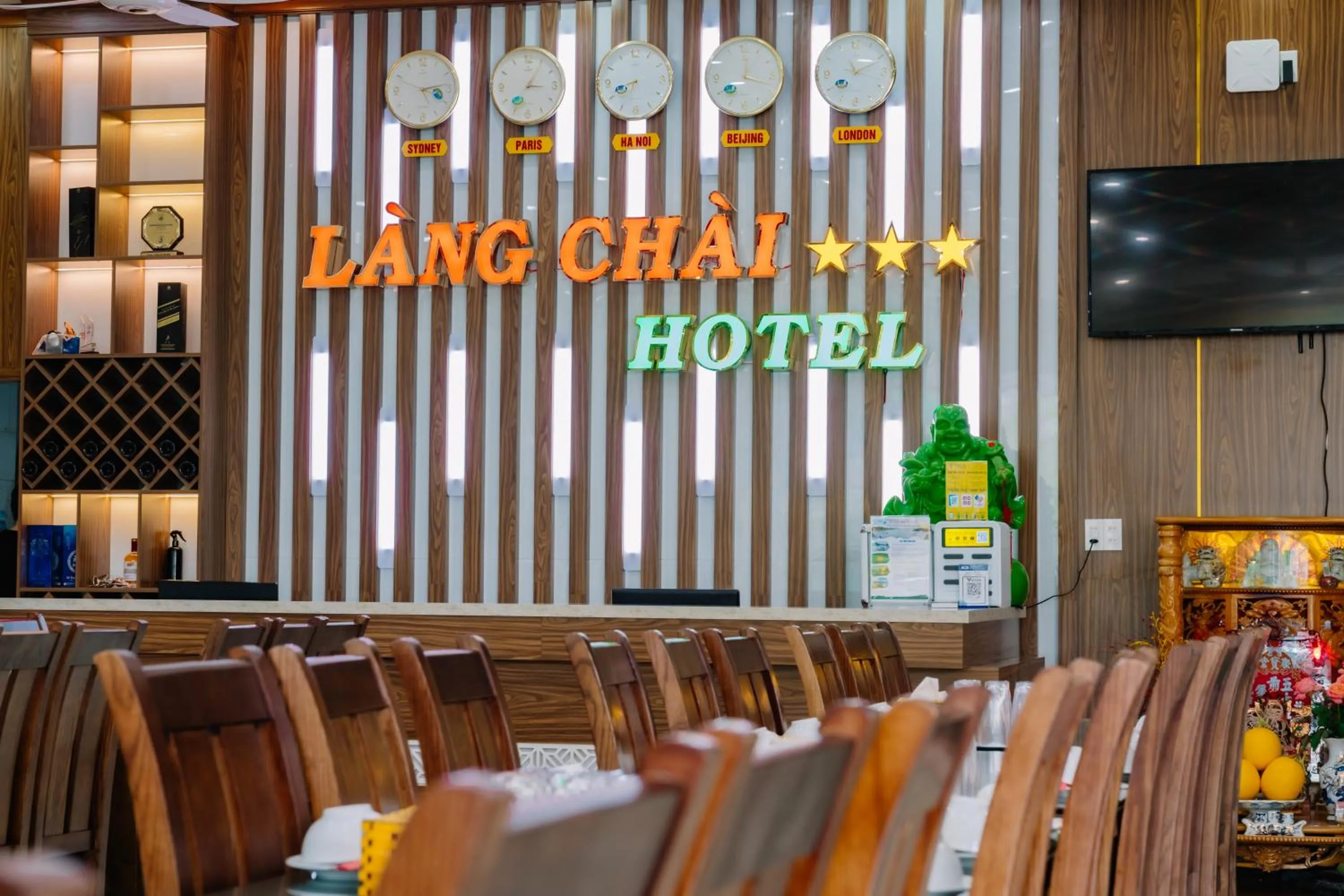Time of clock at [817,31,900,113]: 11:11
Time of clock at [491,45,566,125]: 3:05
